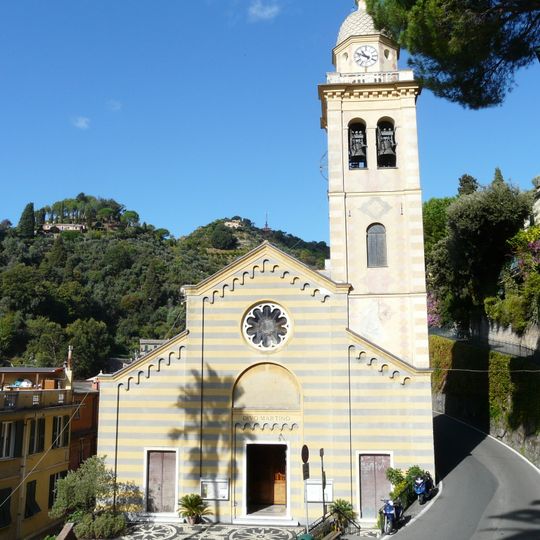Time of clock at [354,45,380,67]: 10:48
